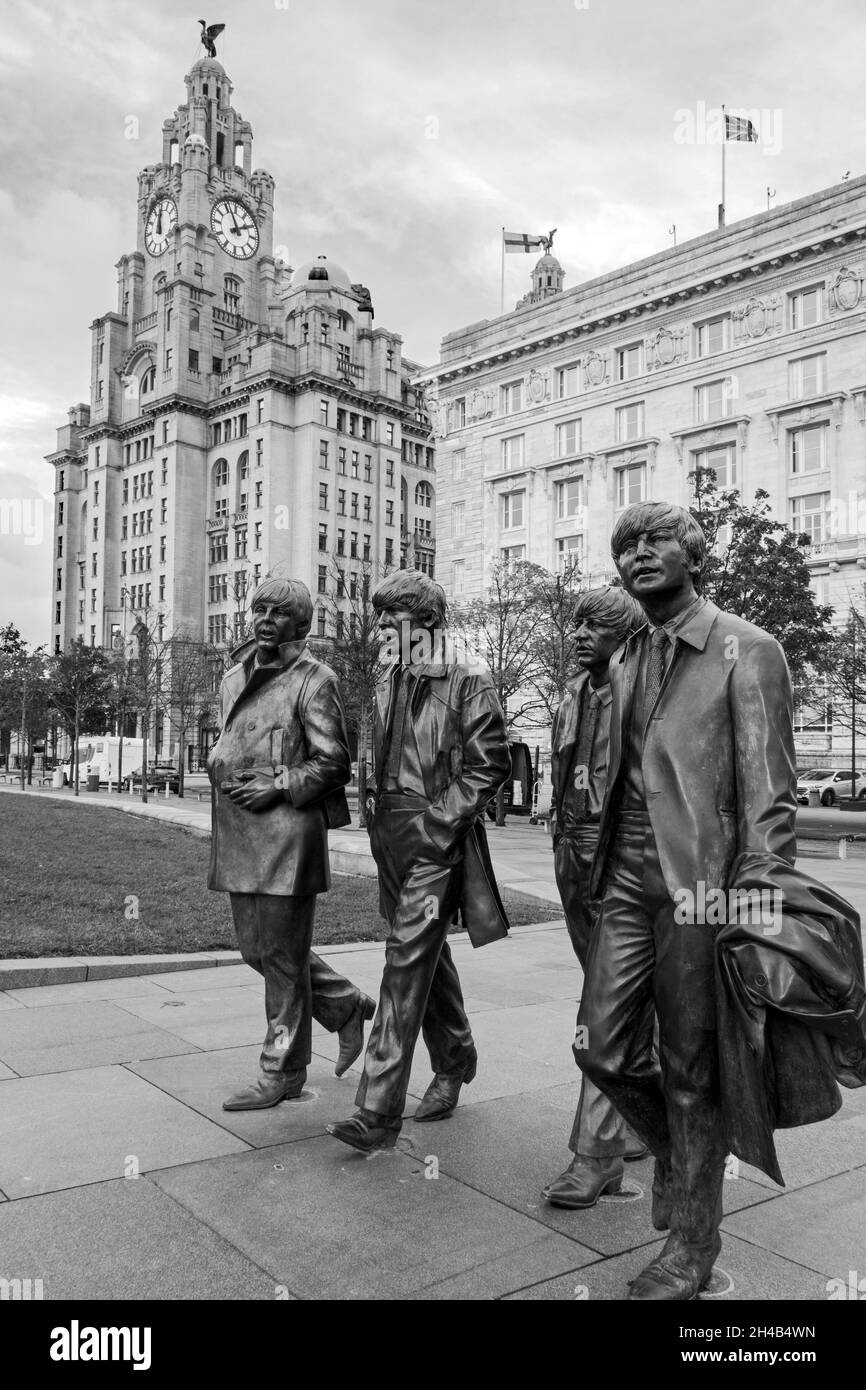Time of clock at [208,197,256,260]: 1:56
